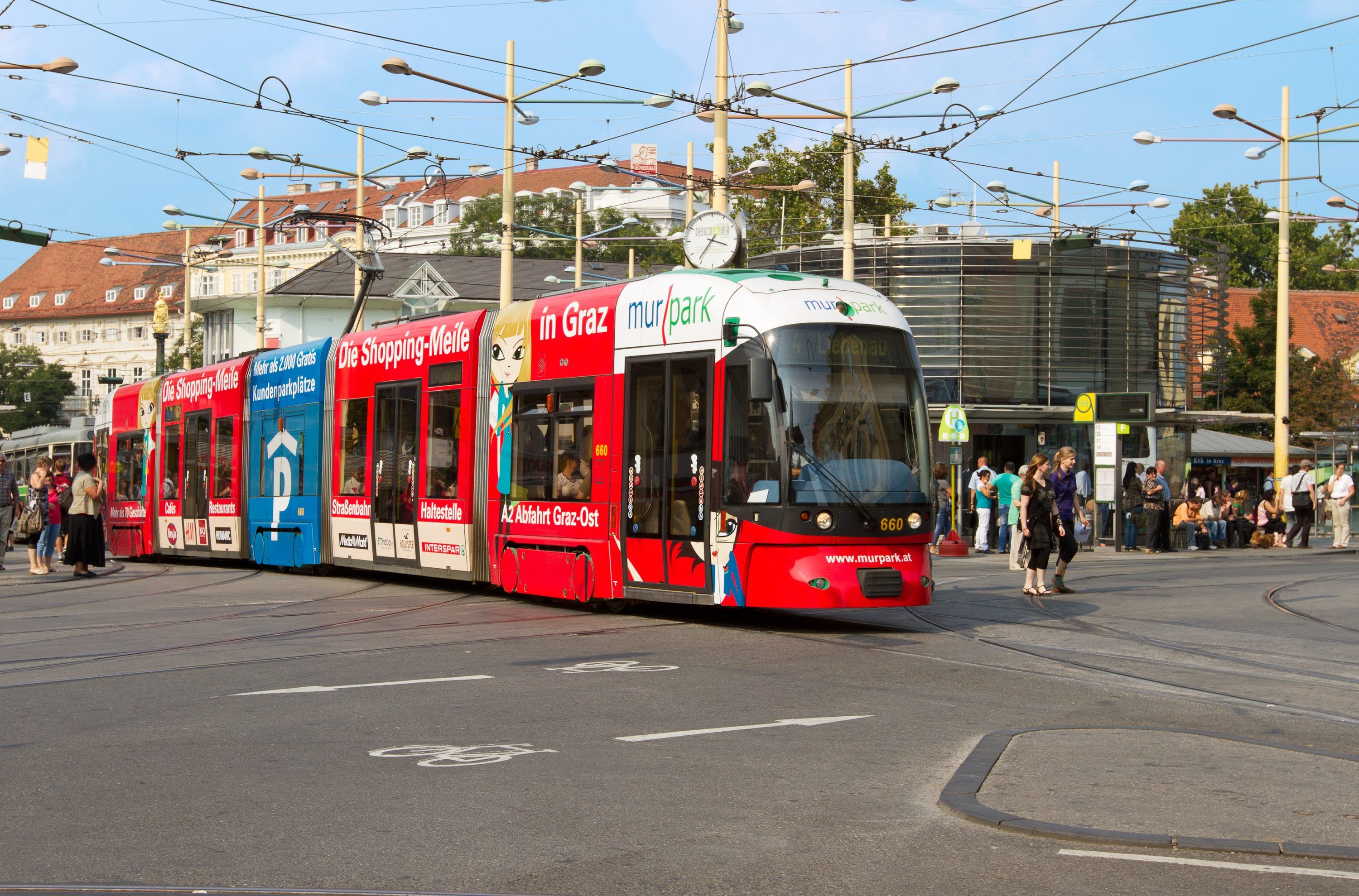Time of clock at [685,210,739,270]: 3:36
